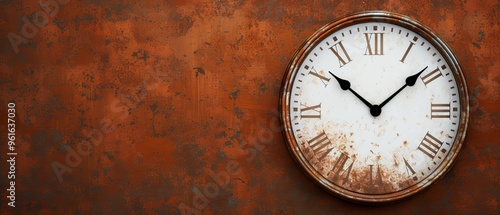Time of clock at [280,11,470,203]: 10:08
